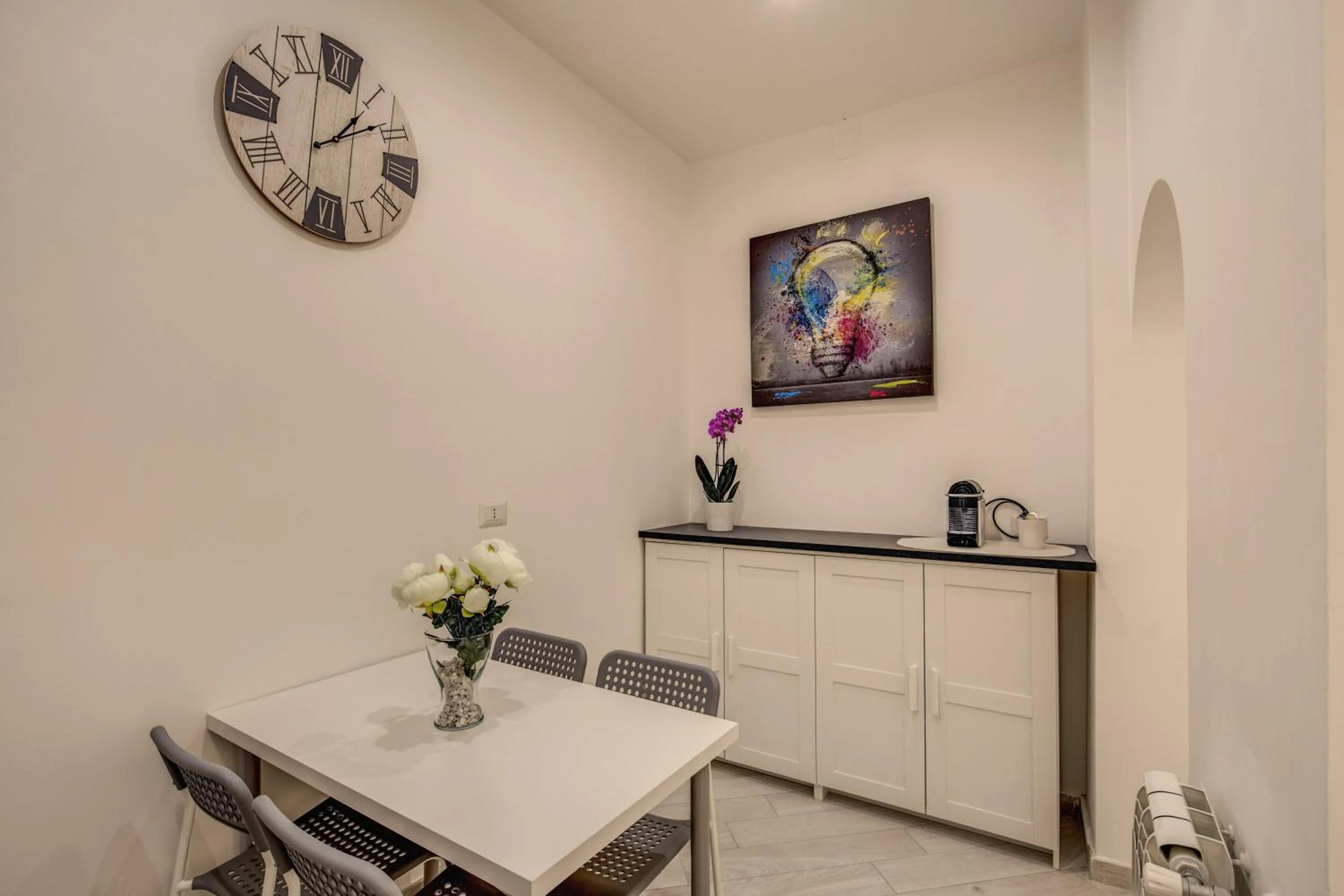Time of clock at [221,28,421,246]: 1:08
